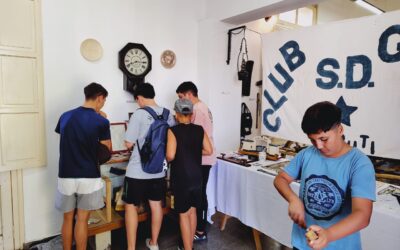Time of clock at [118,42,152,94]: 8:15
